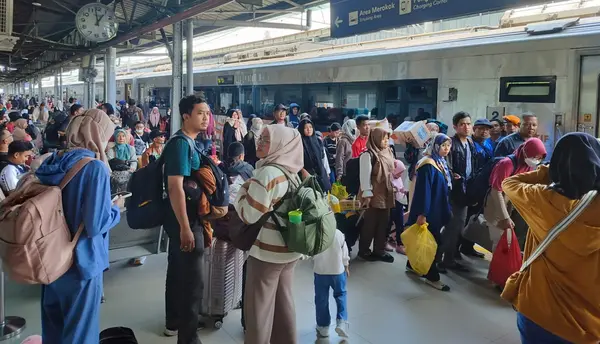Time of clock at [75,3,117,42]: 12:58
